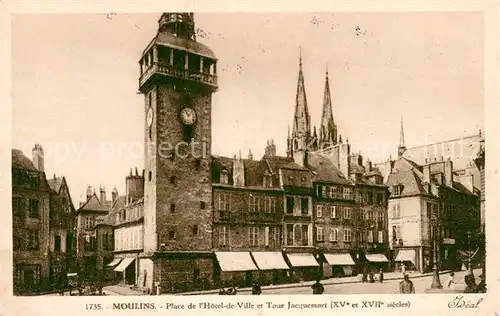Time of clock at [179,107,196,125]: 11:07
